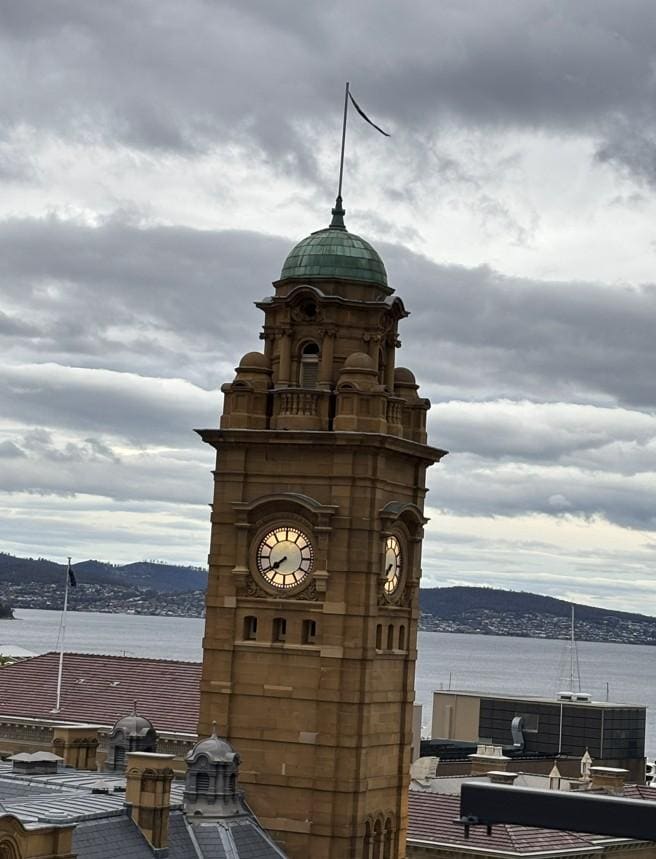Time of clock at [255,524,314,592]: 7:39
